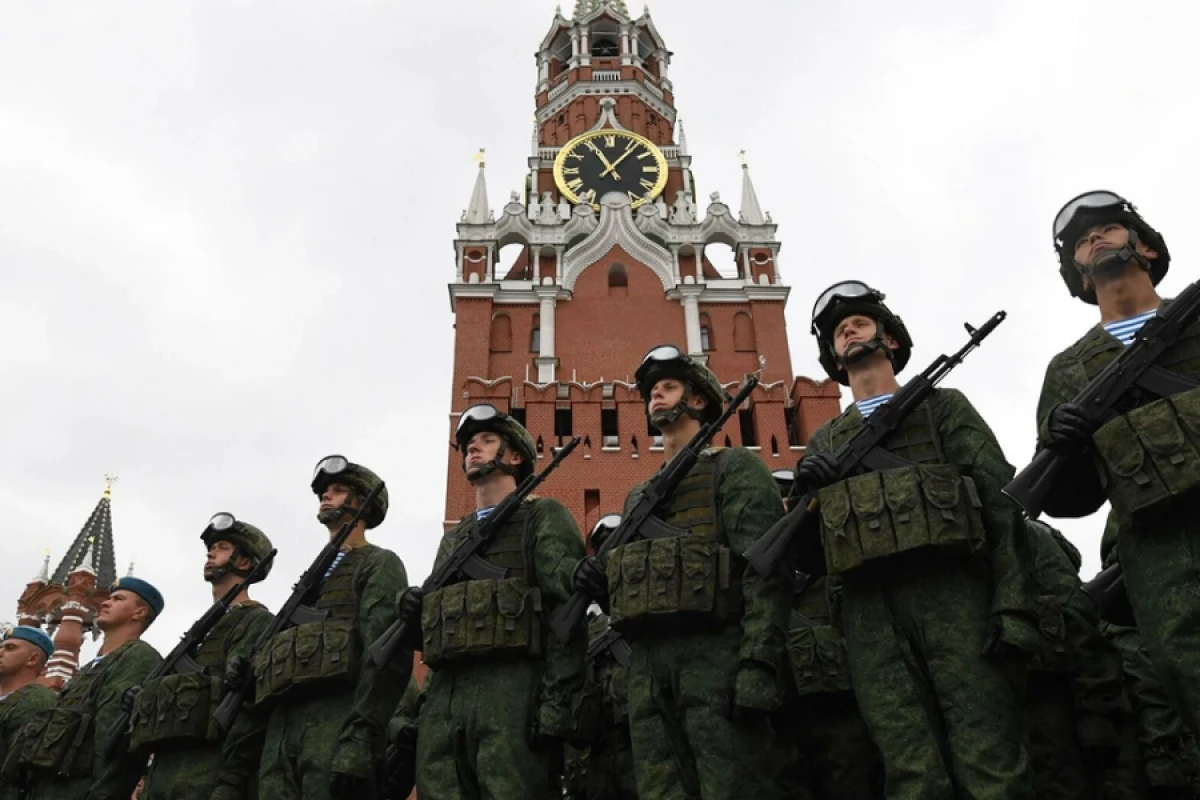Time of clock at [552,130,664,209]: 11:06
